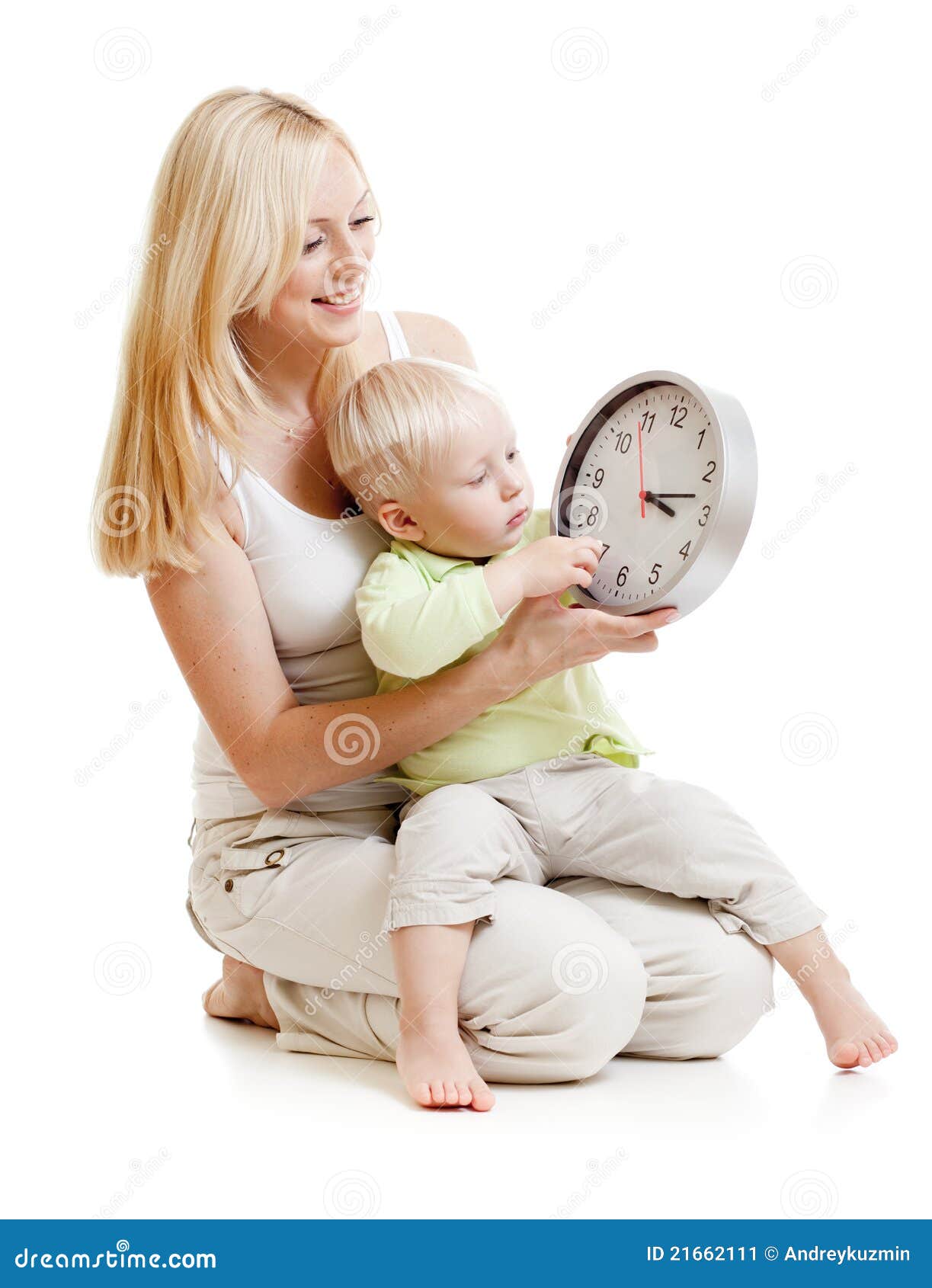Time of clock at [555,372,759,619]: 3:12
